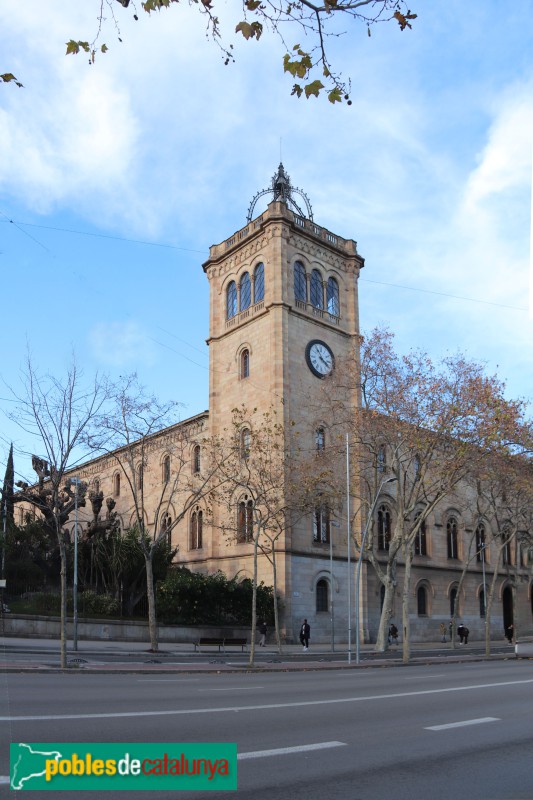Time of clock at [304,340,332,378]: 3:54
